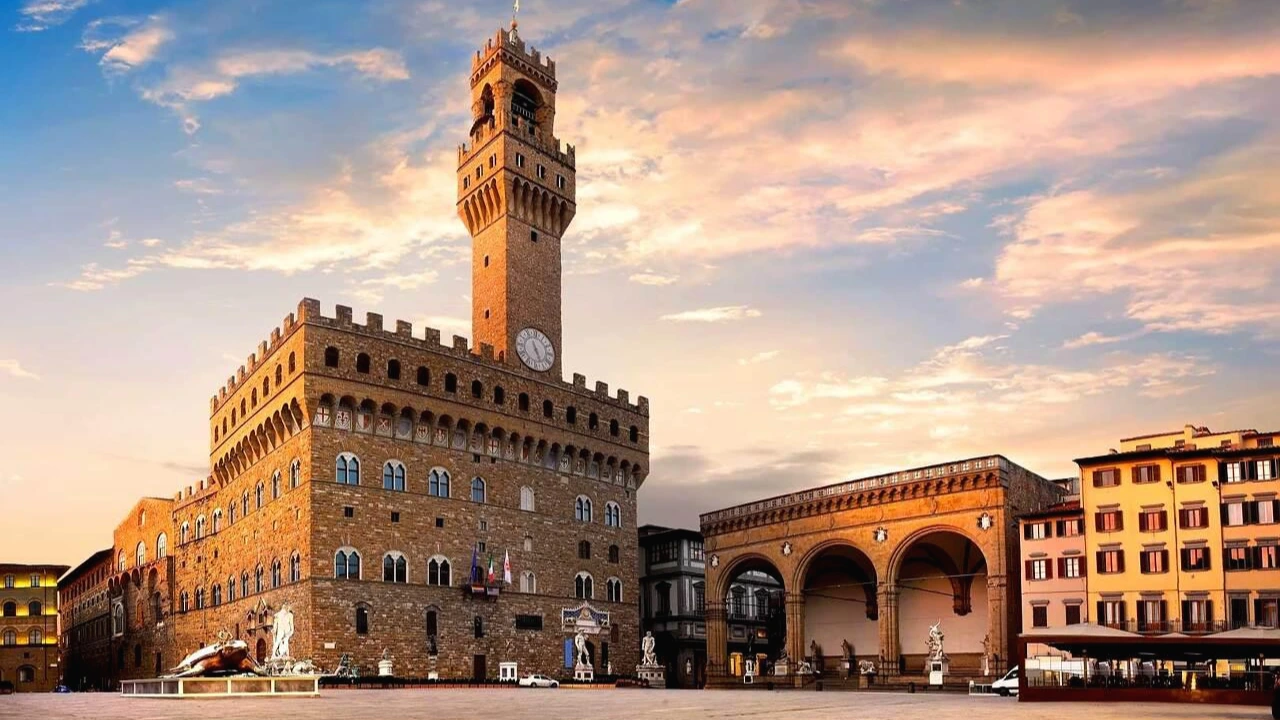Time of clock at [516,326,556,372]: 5:26
